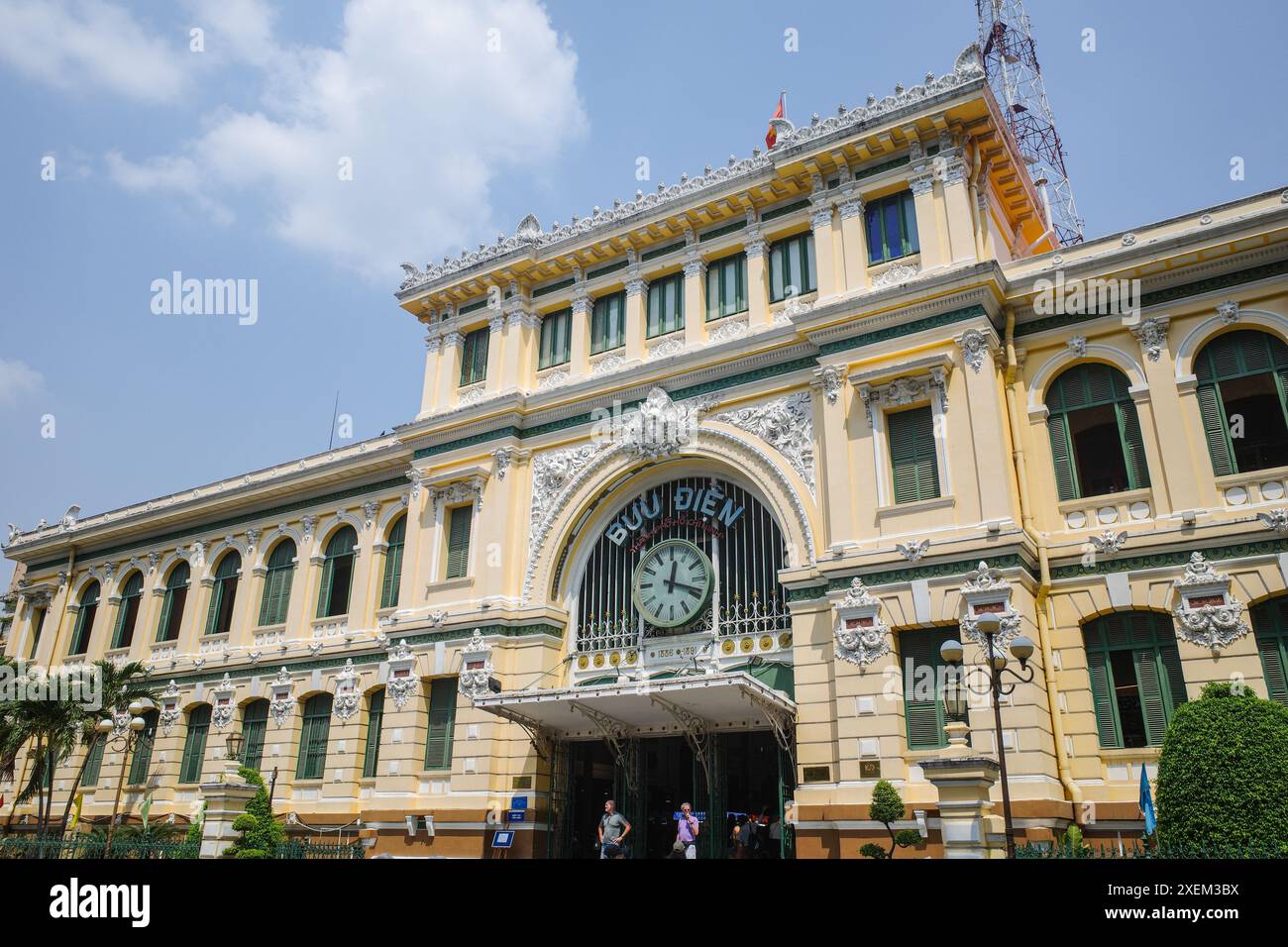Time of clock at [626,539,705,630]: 12:18
